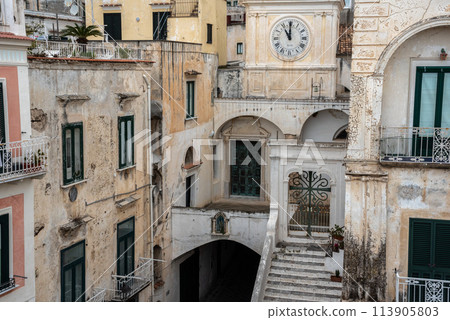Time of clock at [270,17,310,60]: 11:00
